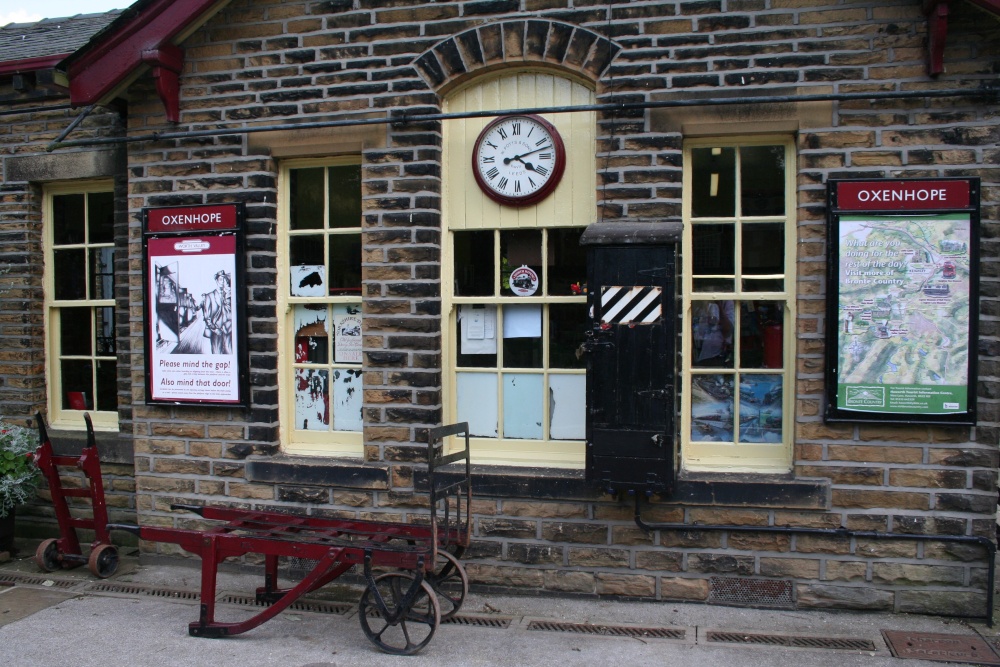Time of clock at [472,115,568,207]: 4:12
